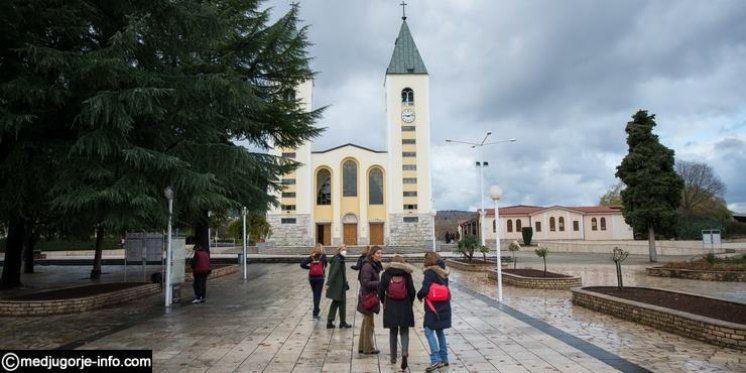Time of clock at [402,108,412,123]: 9:12
